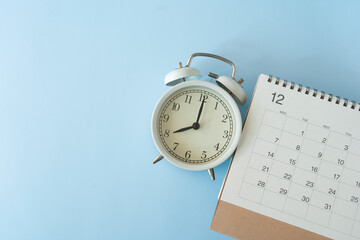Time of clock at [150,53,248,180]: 8:00
